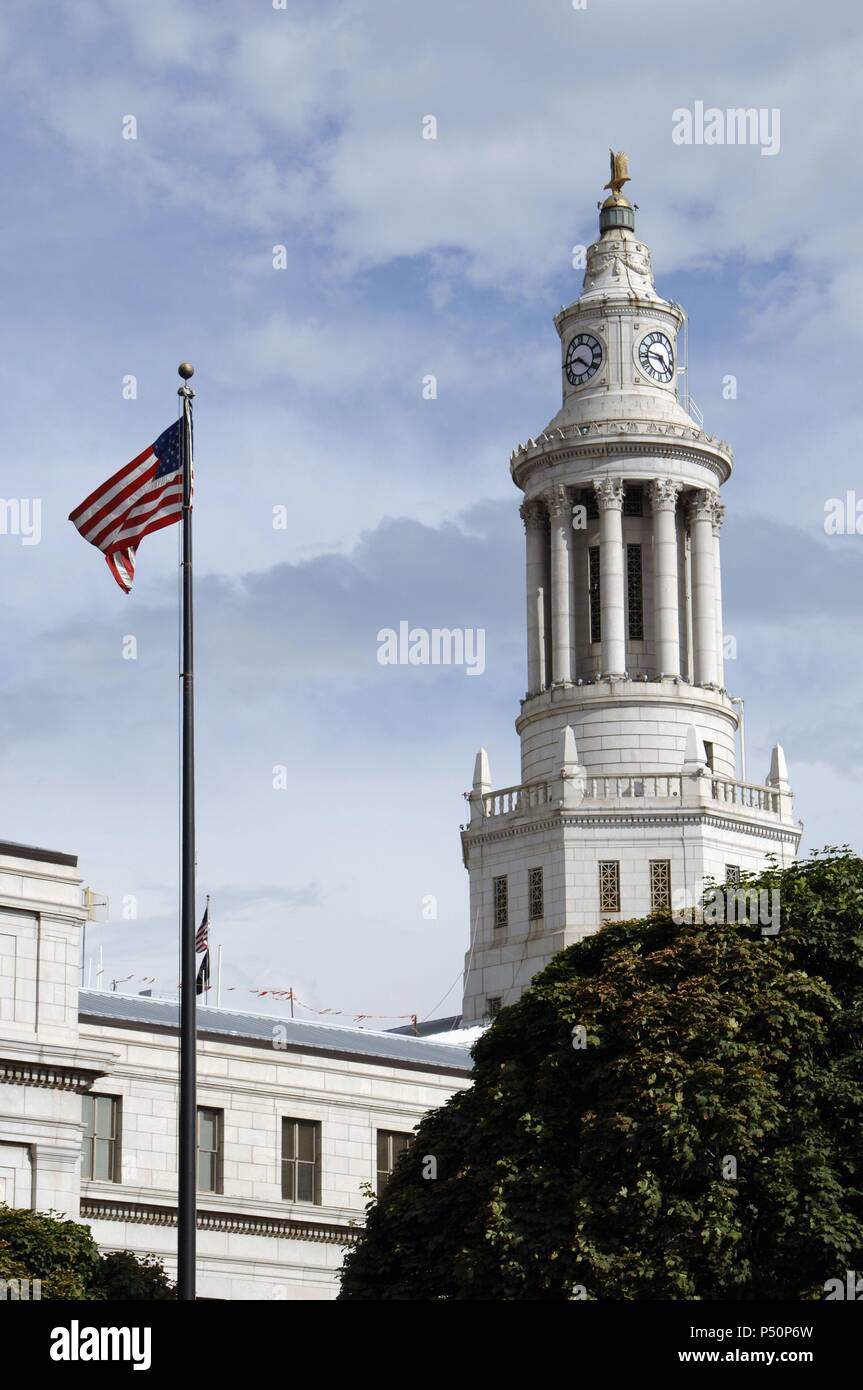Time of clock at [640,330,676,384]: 9:22
